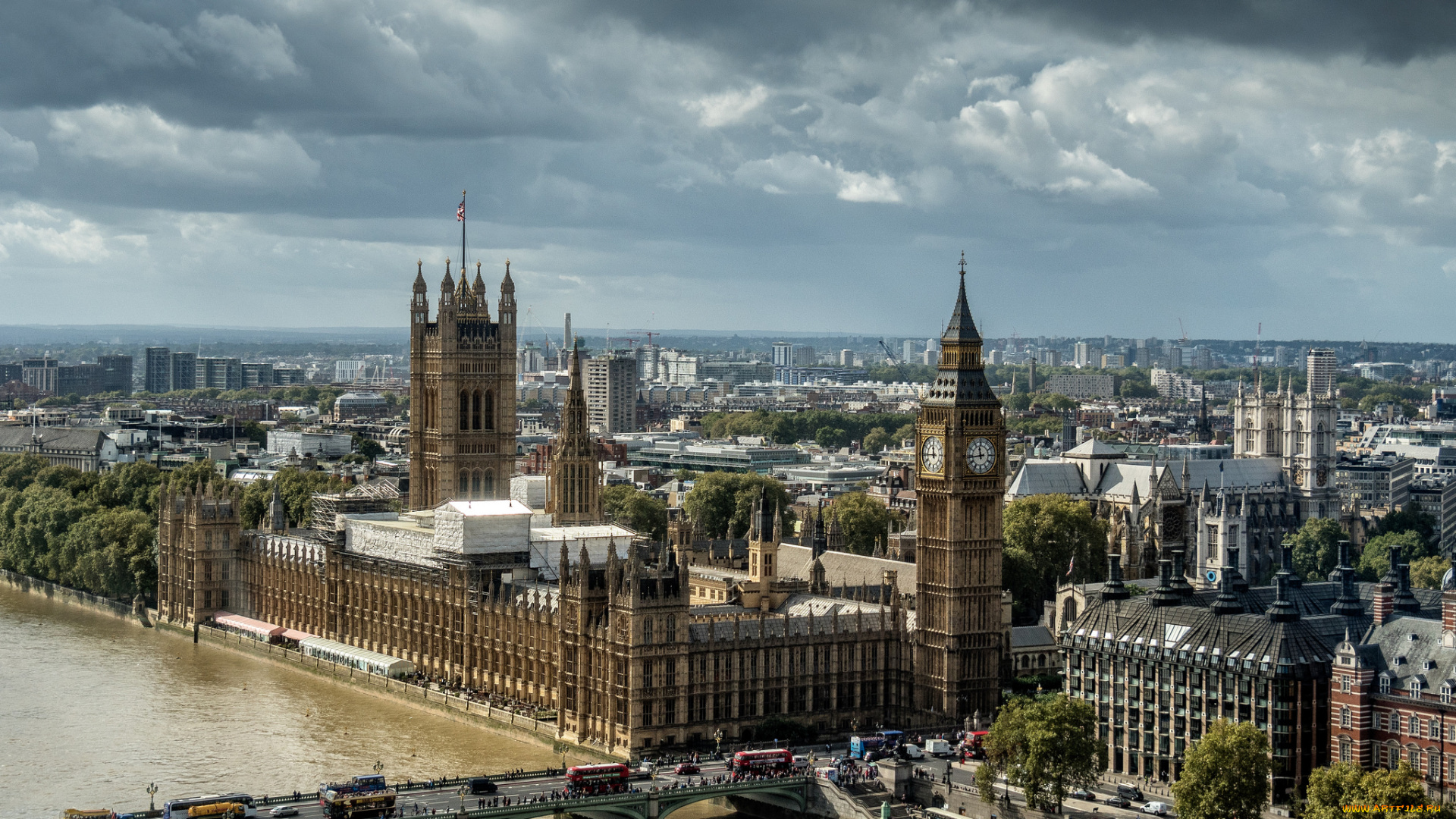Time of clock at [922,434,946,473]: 11:44
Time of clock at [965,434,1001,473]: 11:43
